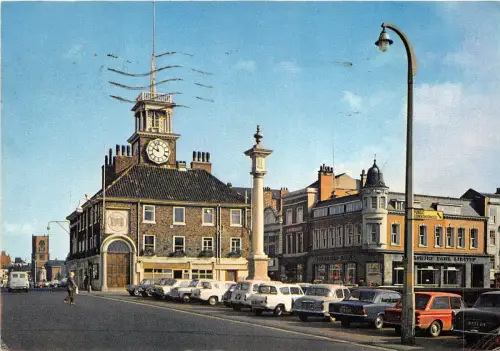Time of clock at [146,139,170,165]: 9:57
